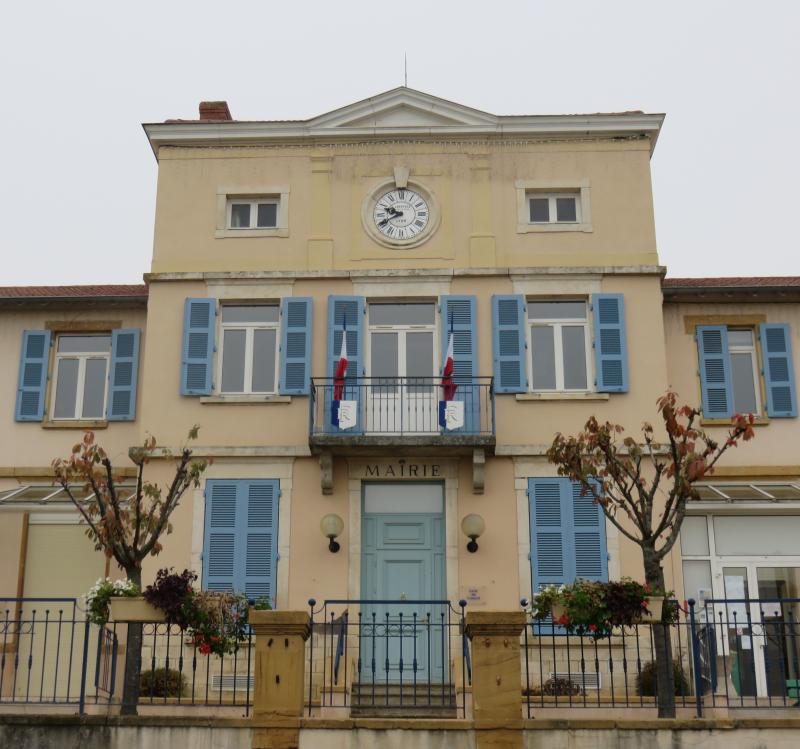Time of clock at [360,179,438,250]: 9:40
